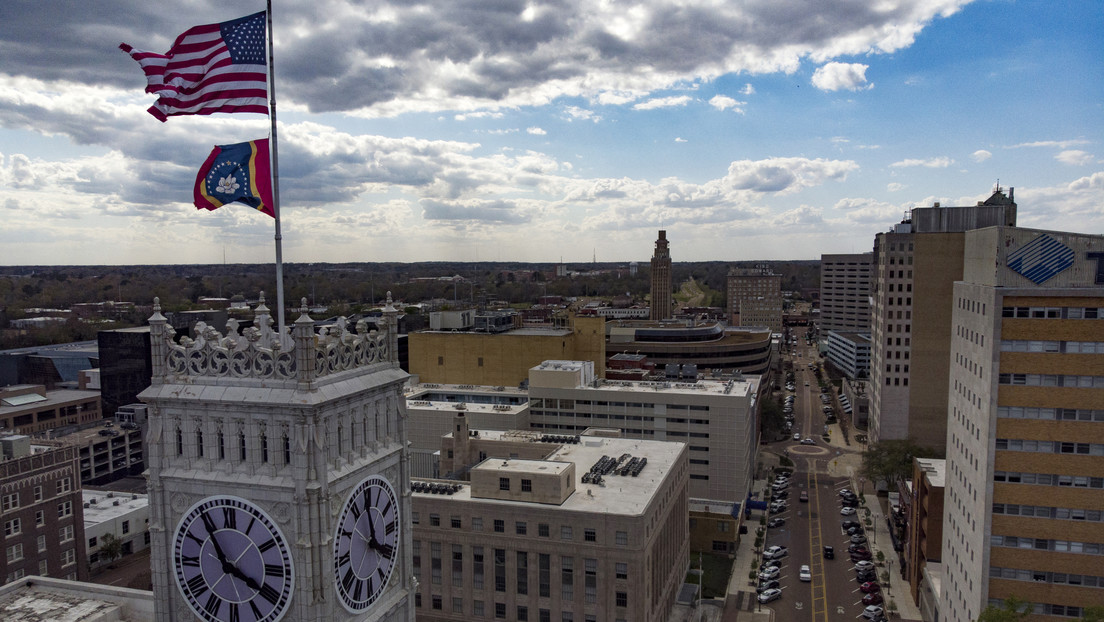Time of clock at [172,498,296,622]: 3:54
